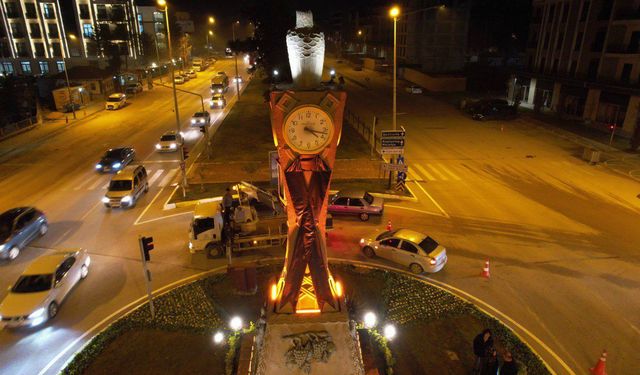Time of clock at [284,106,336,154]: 4:17
